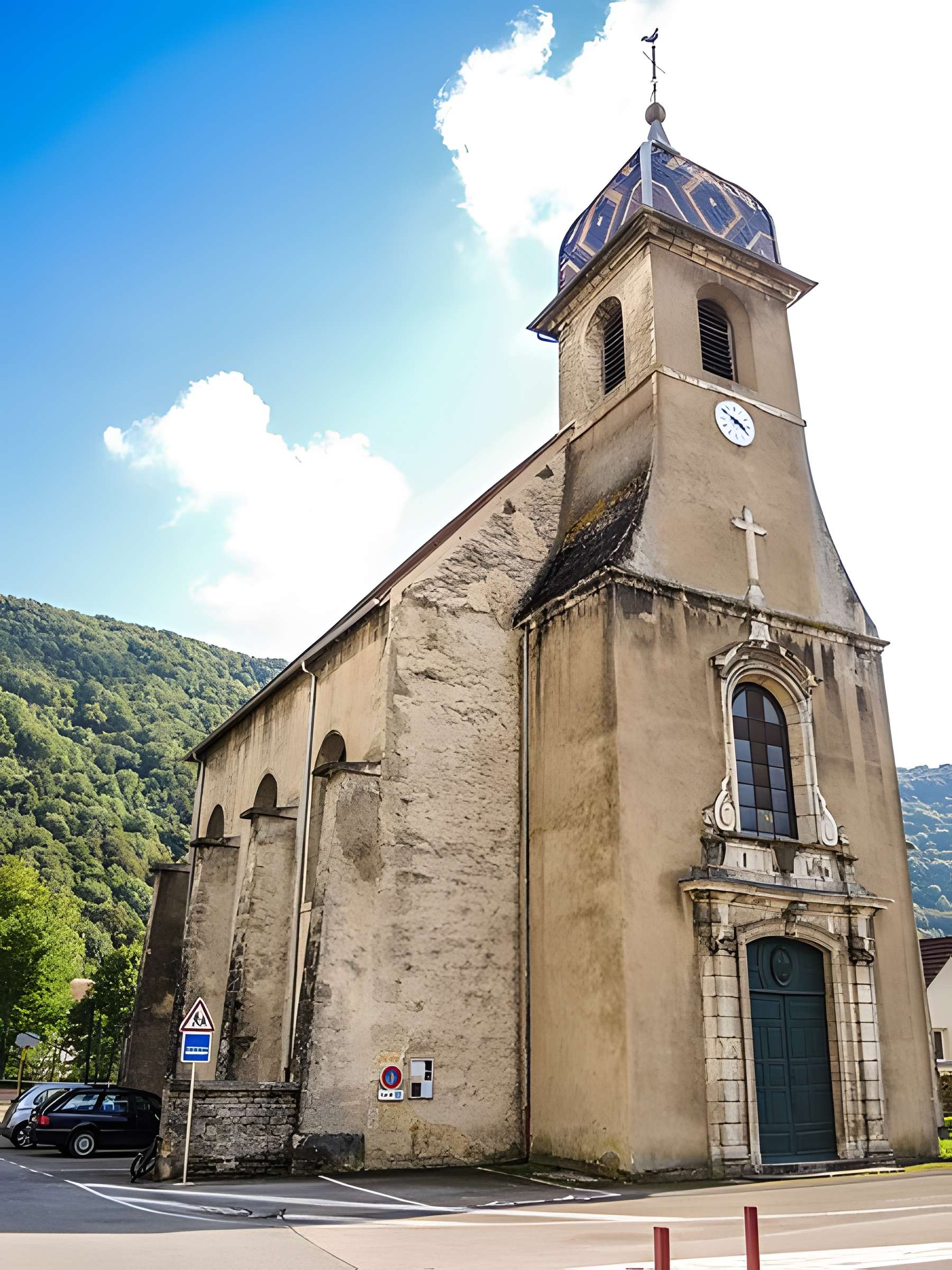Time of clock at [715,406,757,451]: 3:50
